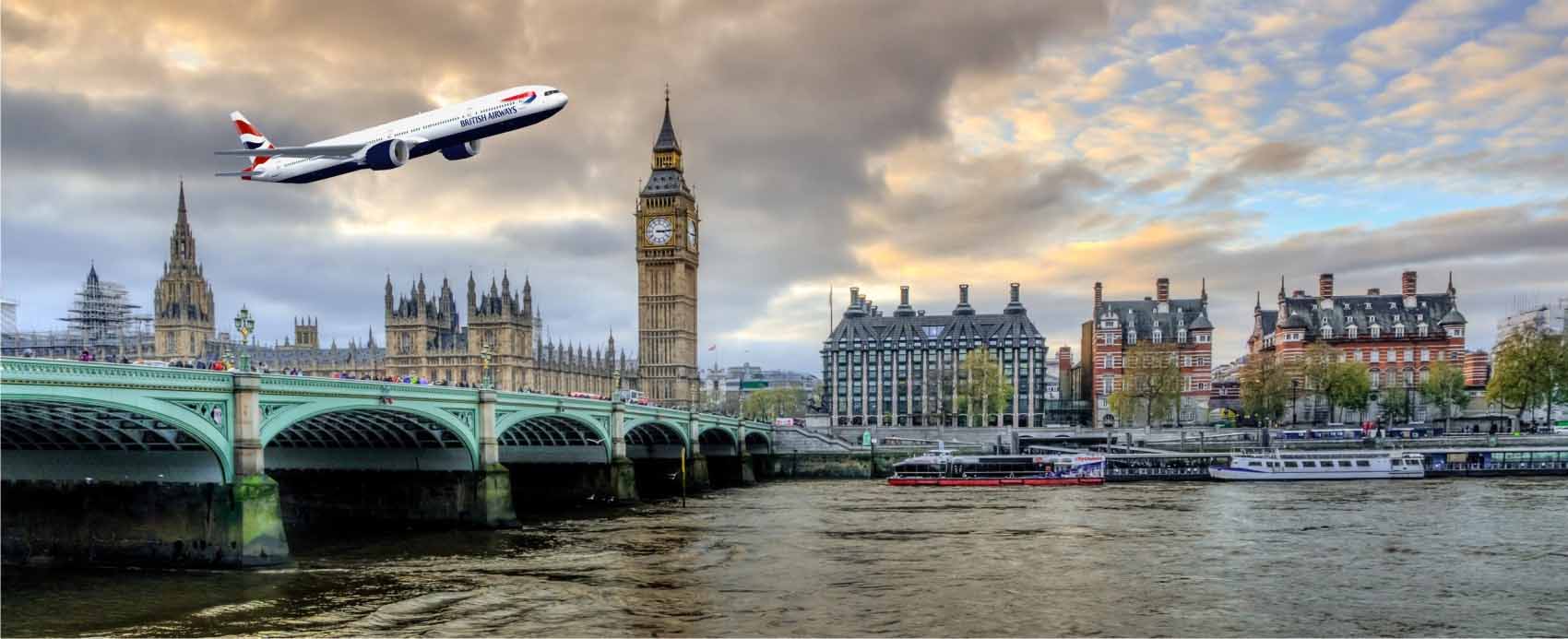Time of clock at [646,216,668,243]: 3:14
